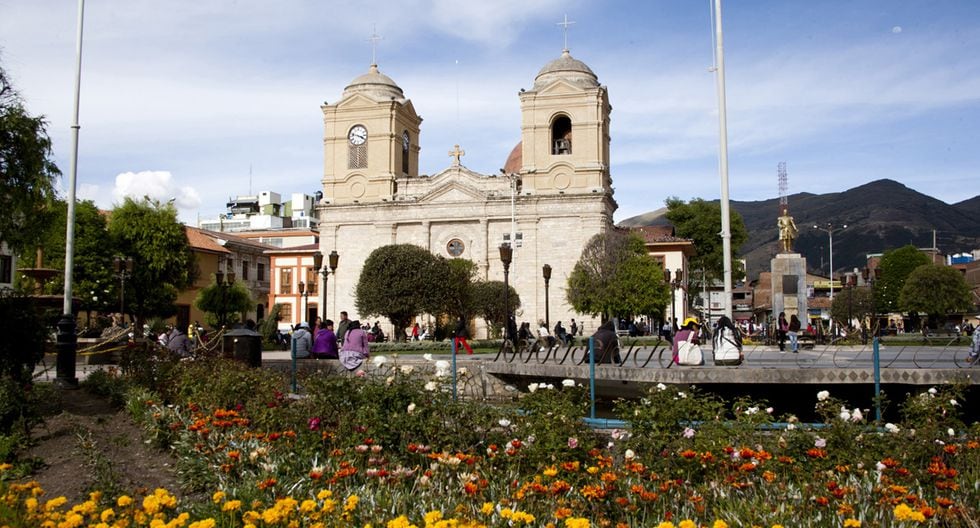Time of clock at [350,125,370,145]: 3:47
